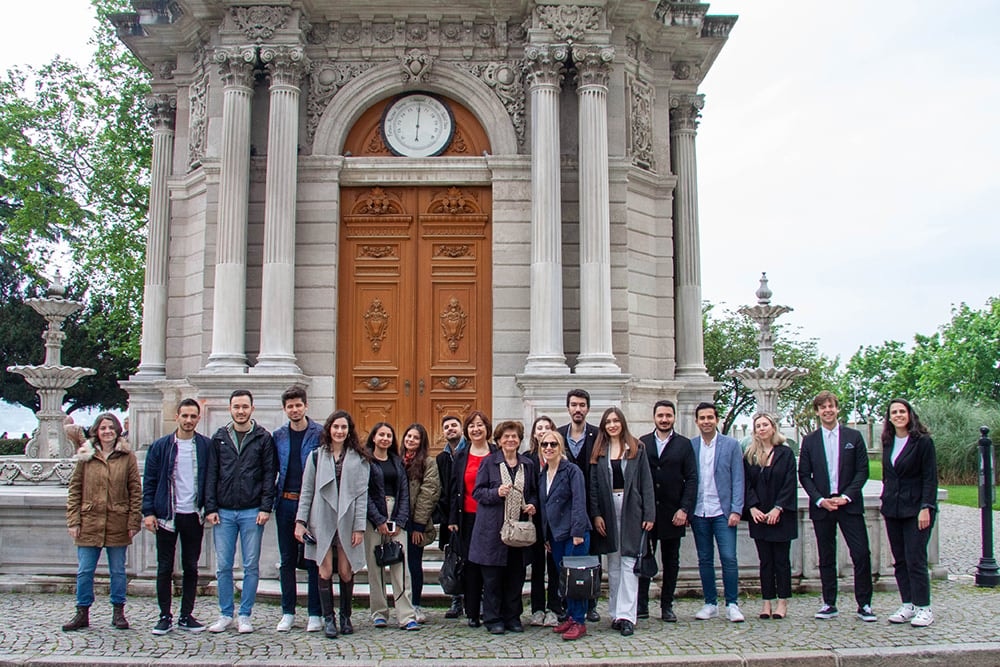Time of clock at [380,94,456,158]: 6:00
